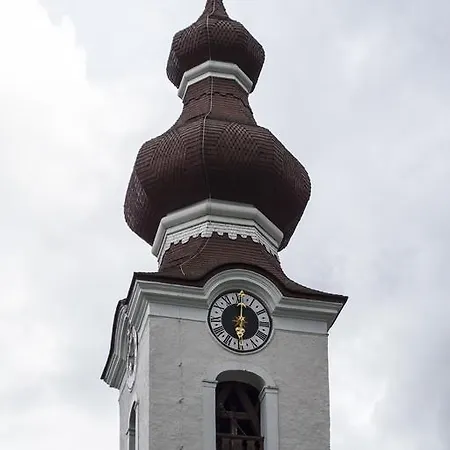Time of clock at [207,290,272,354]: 6:01
